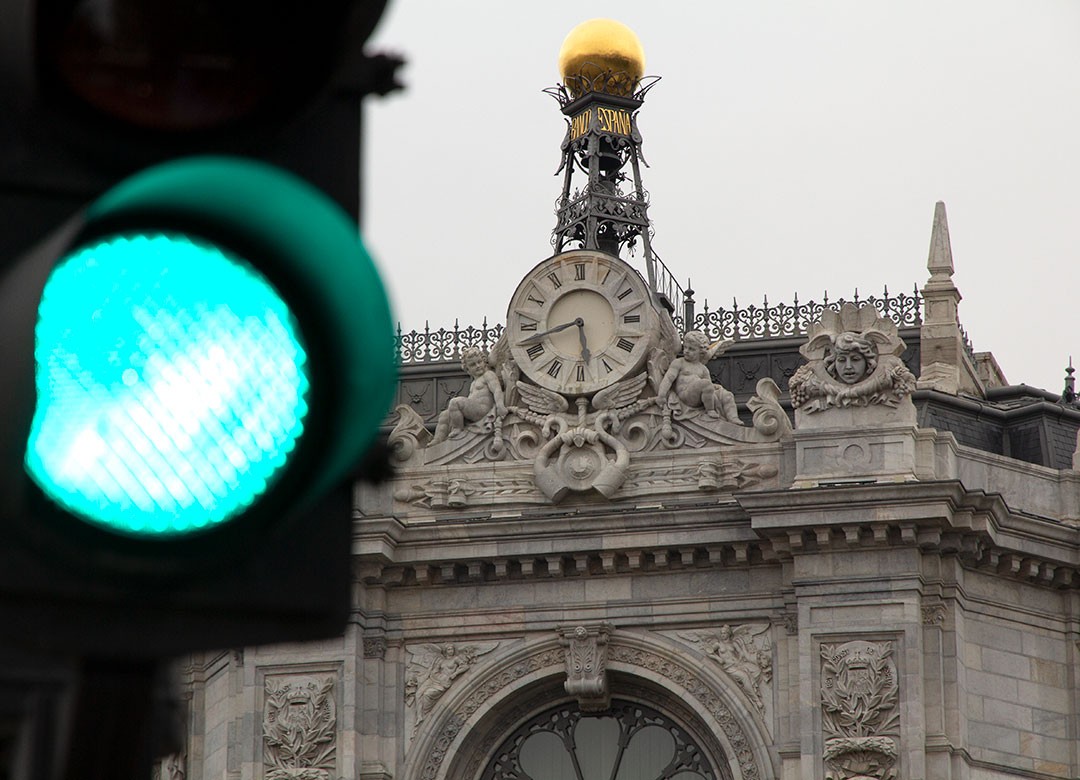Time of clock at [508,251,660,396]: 5:42
